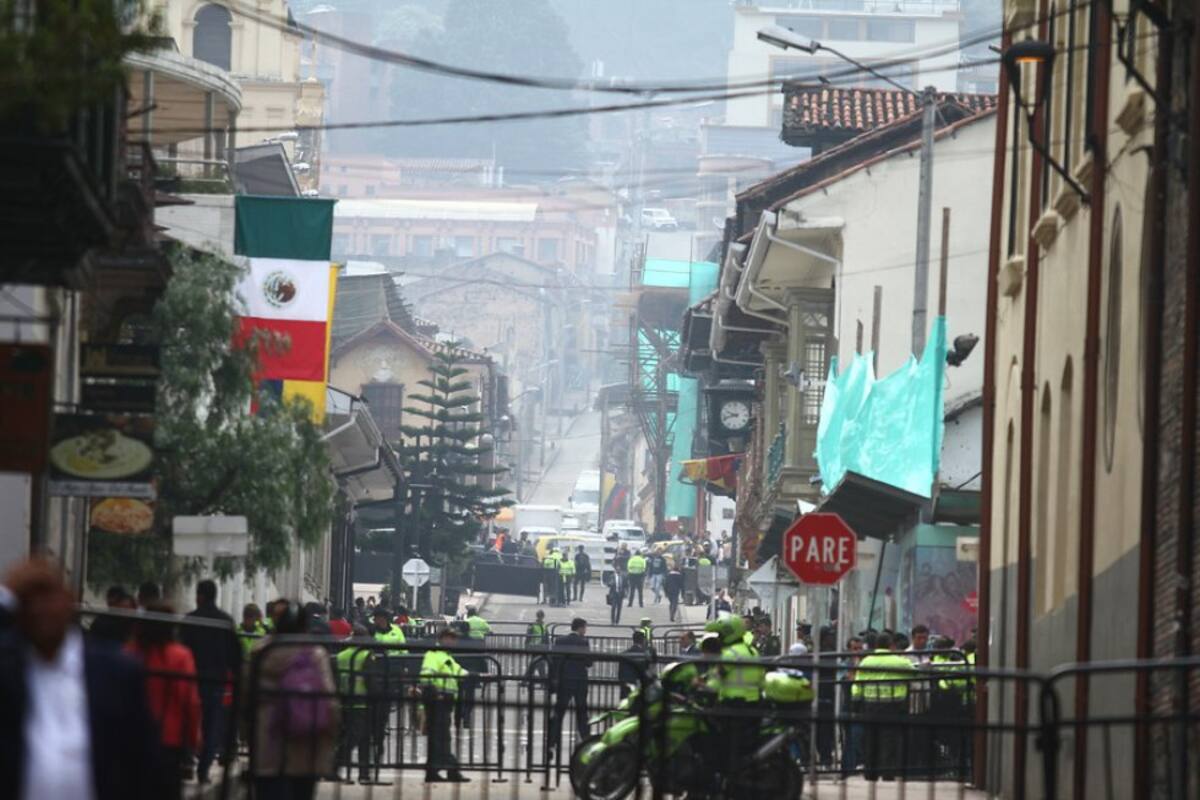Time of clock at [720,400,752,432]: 9:42
